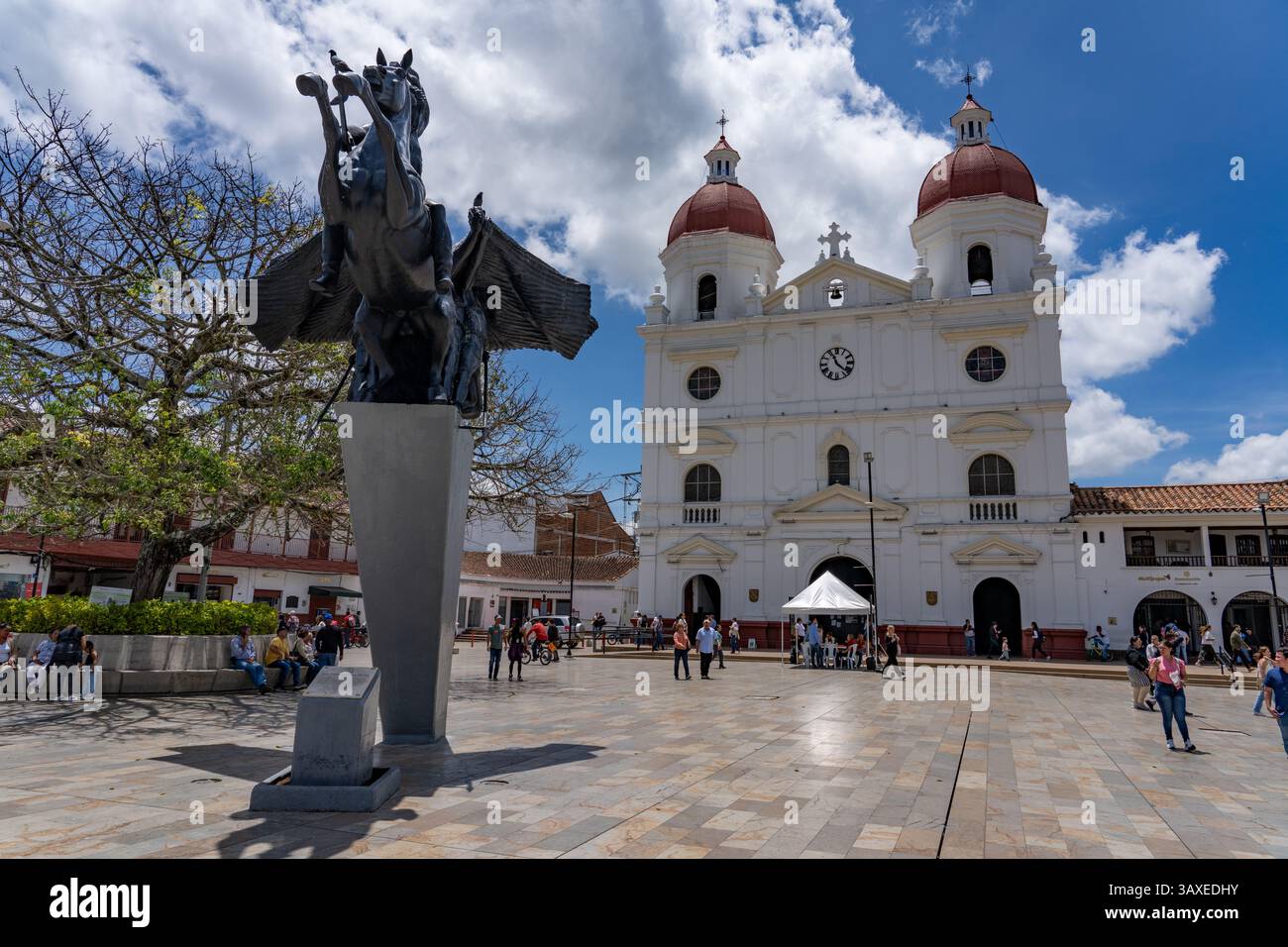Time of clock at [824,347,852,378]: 11:21
